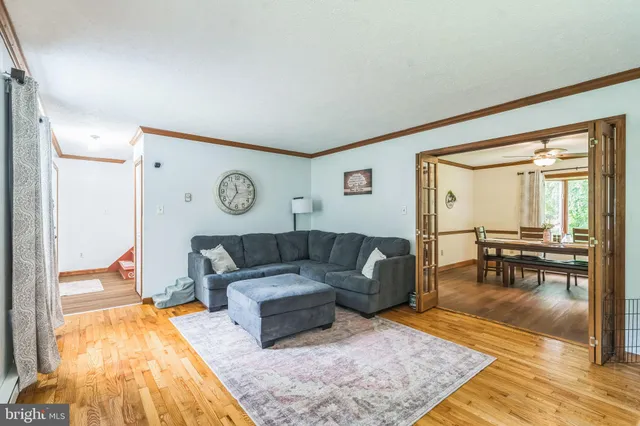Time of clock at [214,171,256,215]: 11:35
